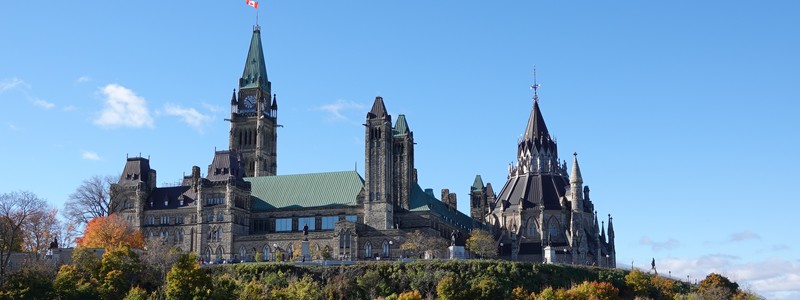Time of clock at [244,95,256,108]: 10:22
